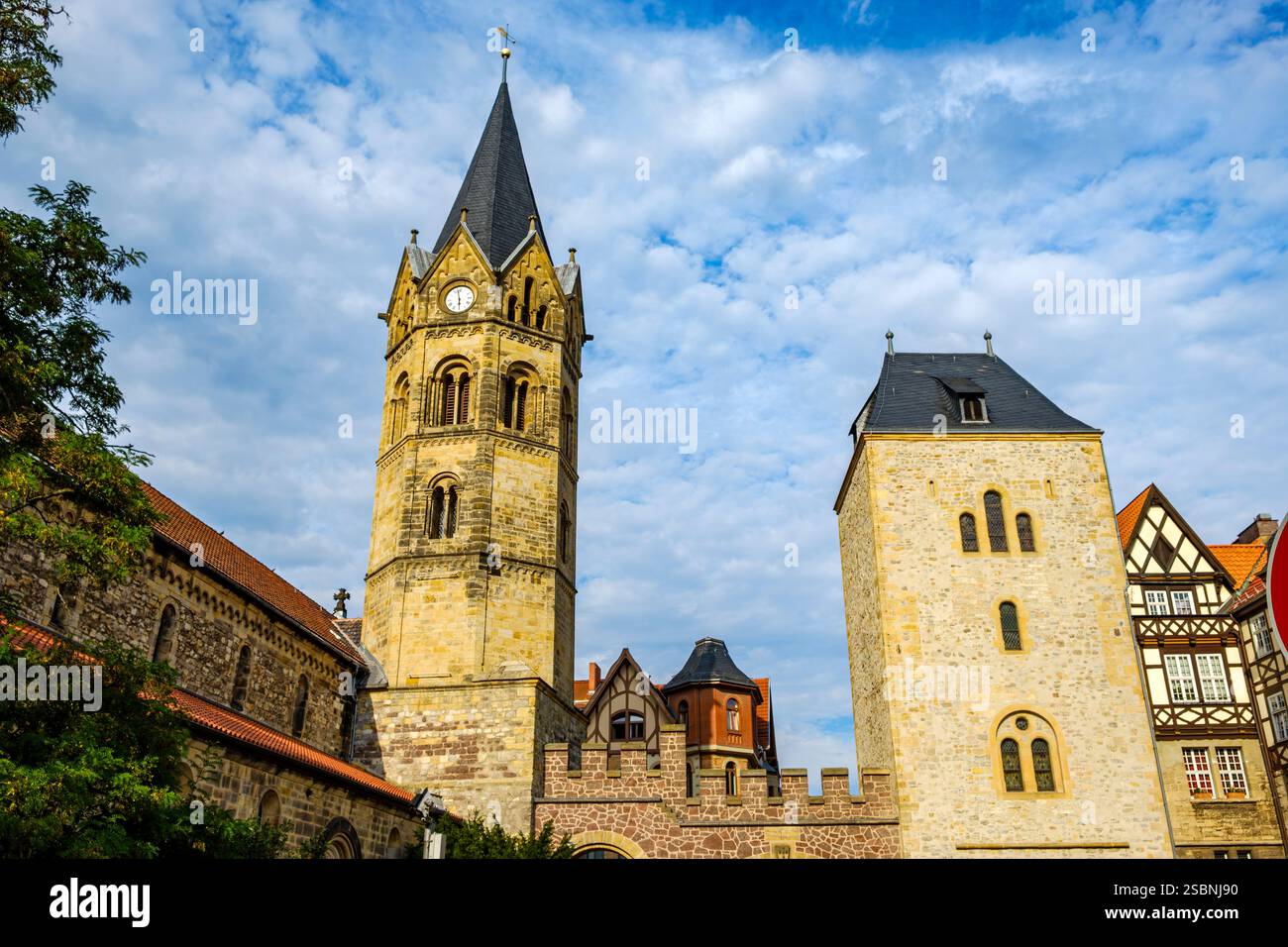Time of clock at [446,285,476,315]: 5:58
